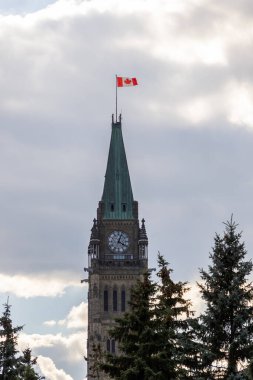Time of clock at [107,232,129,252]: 4:03
